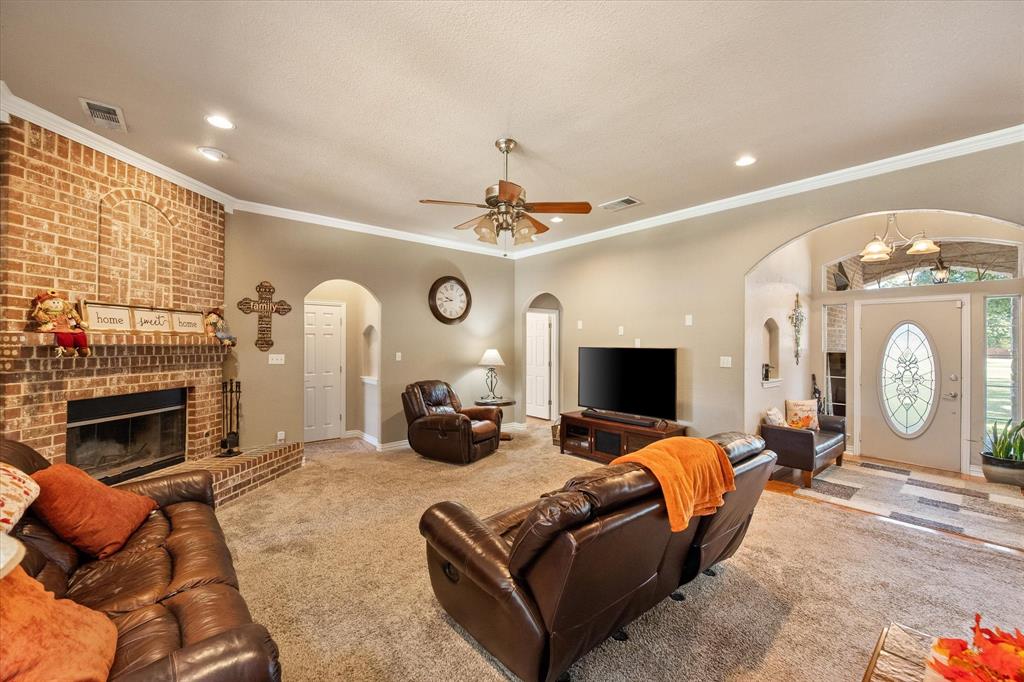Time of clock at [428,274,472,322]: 9:42
